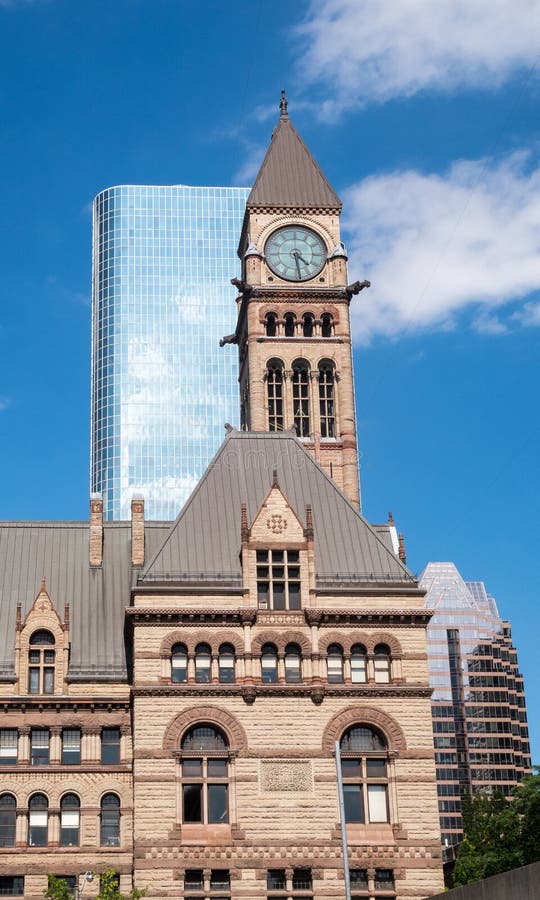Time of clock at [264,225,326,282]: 4:28
